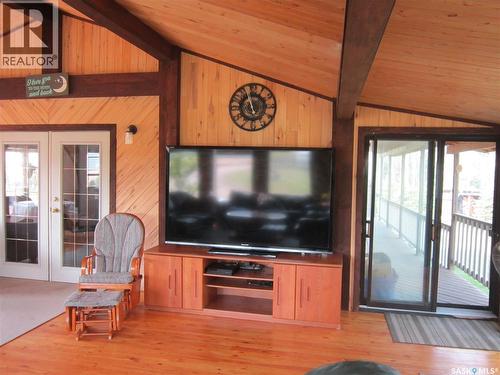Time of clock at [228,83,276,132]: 4:57
